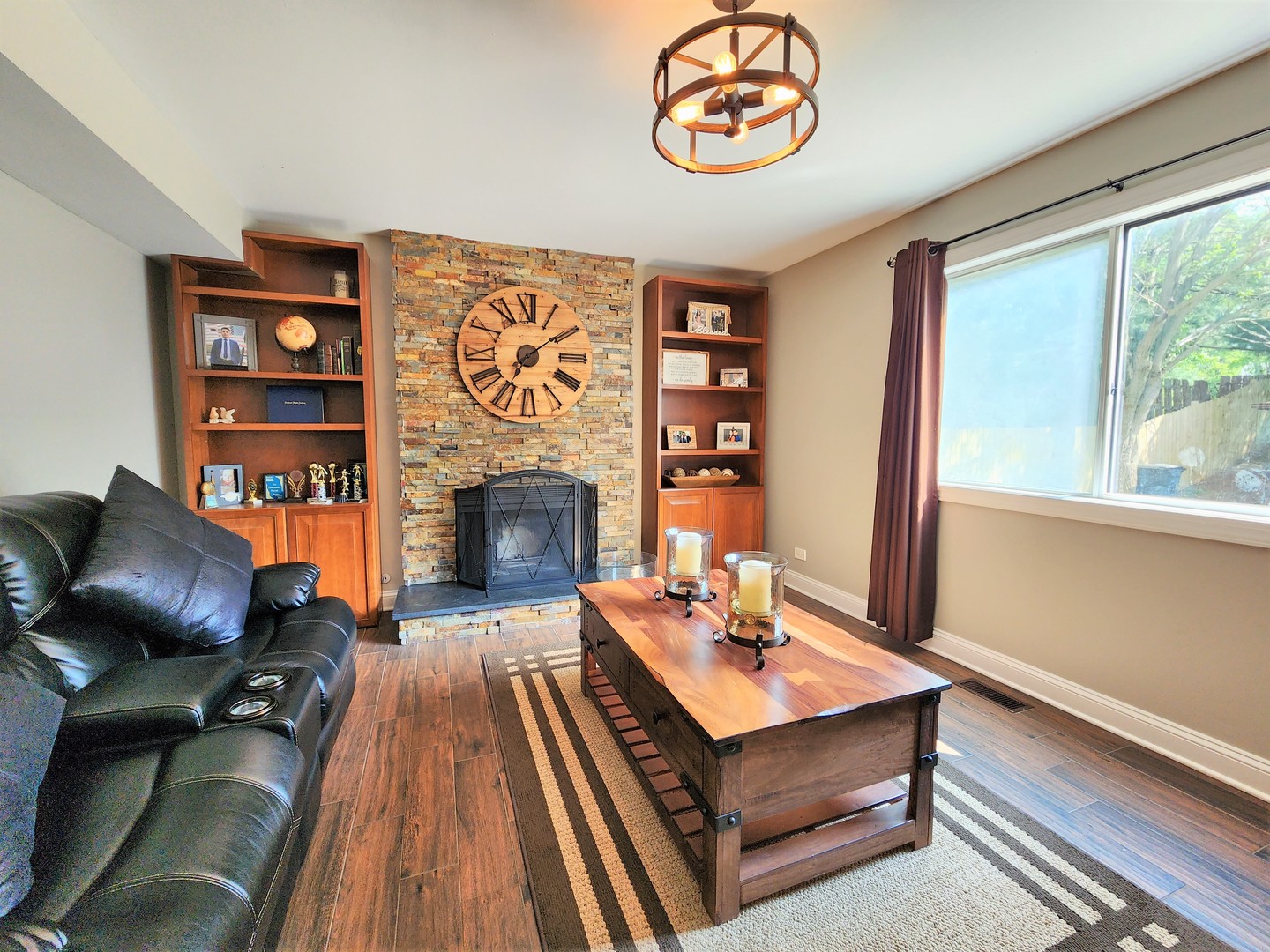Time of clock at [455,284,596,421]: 7:09
